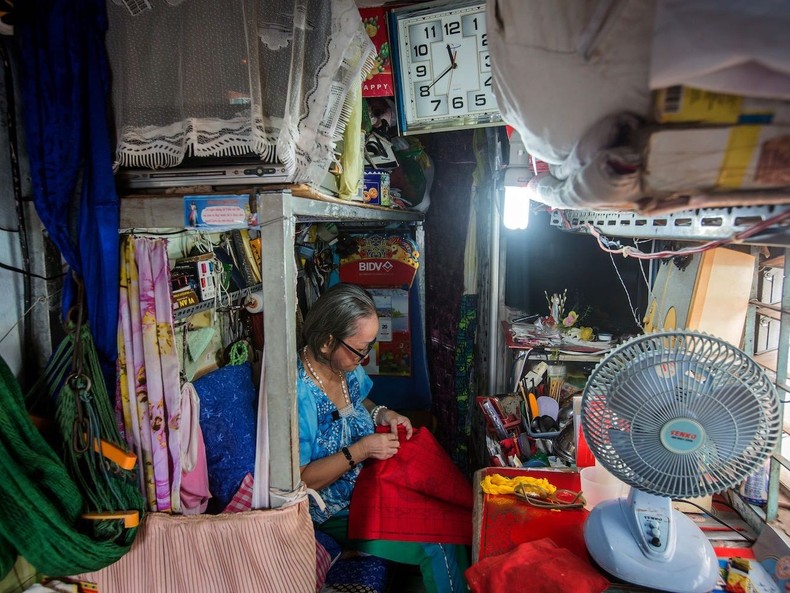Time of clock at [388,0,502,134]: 11:39
